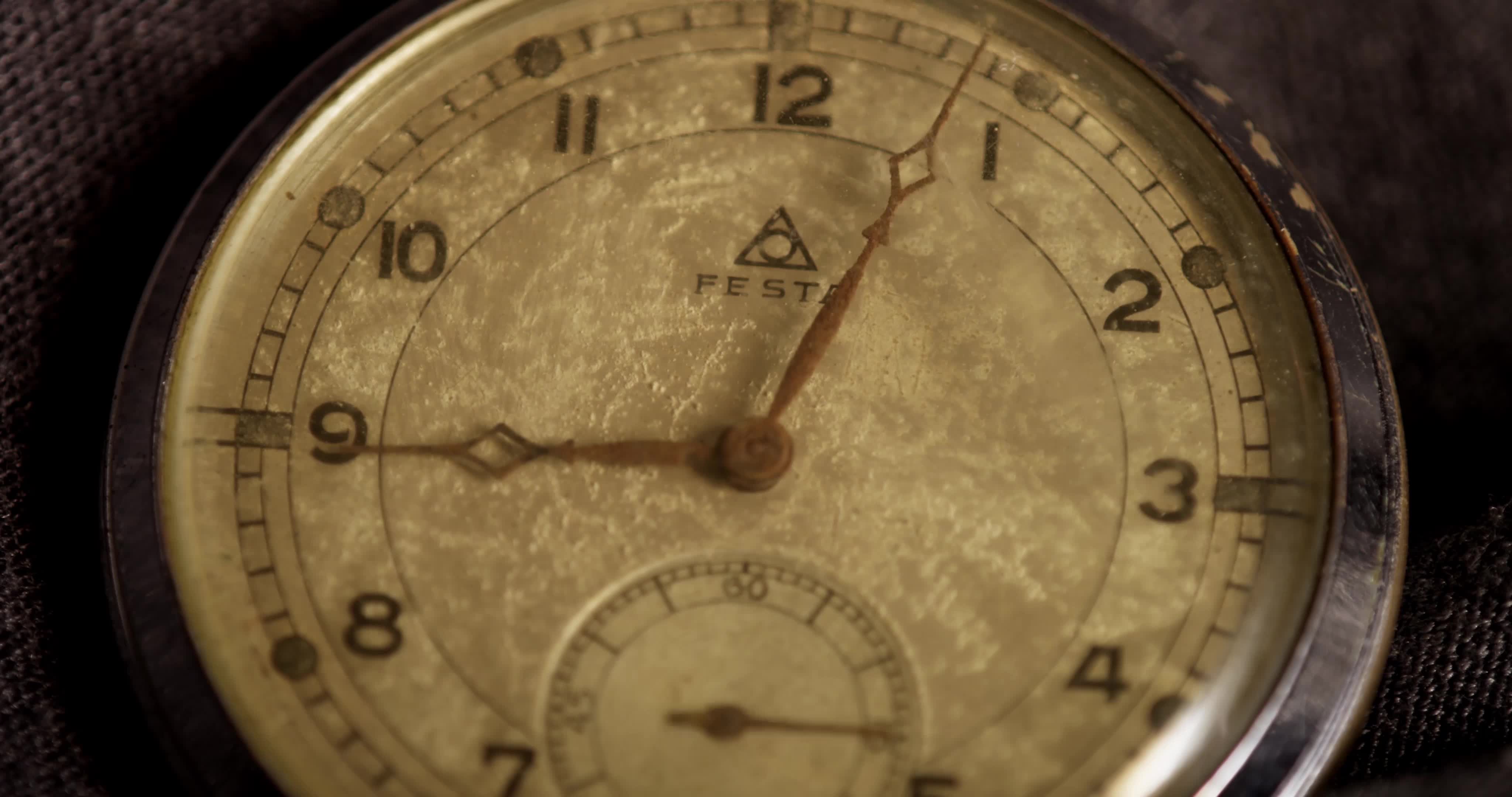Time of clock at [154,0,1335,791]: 12:44
